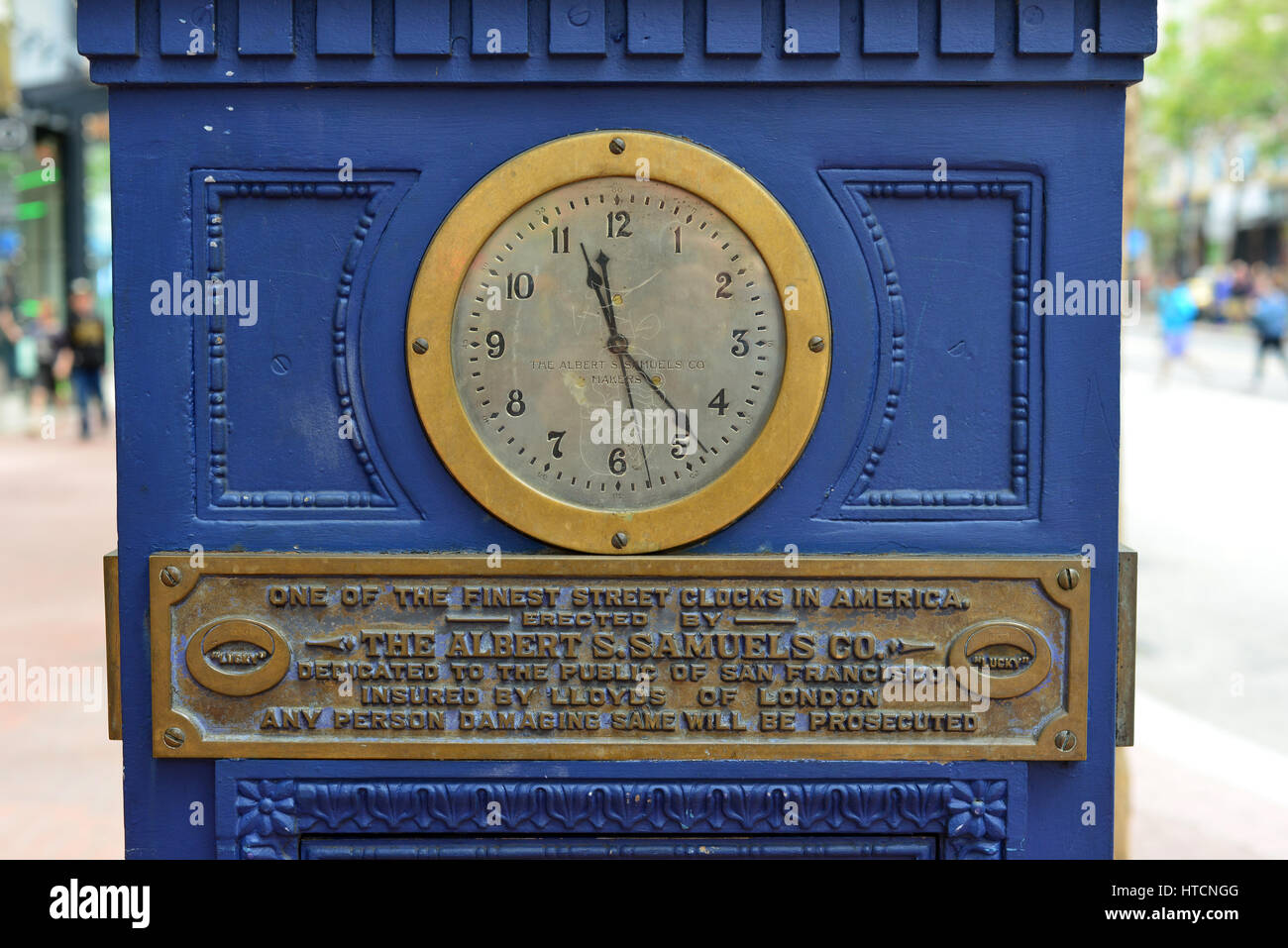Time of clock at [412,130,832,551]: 11:23
